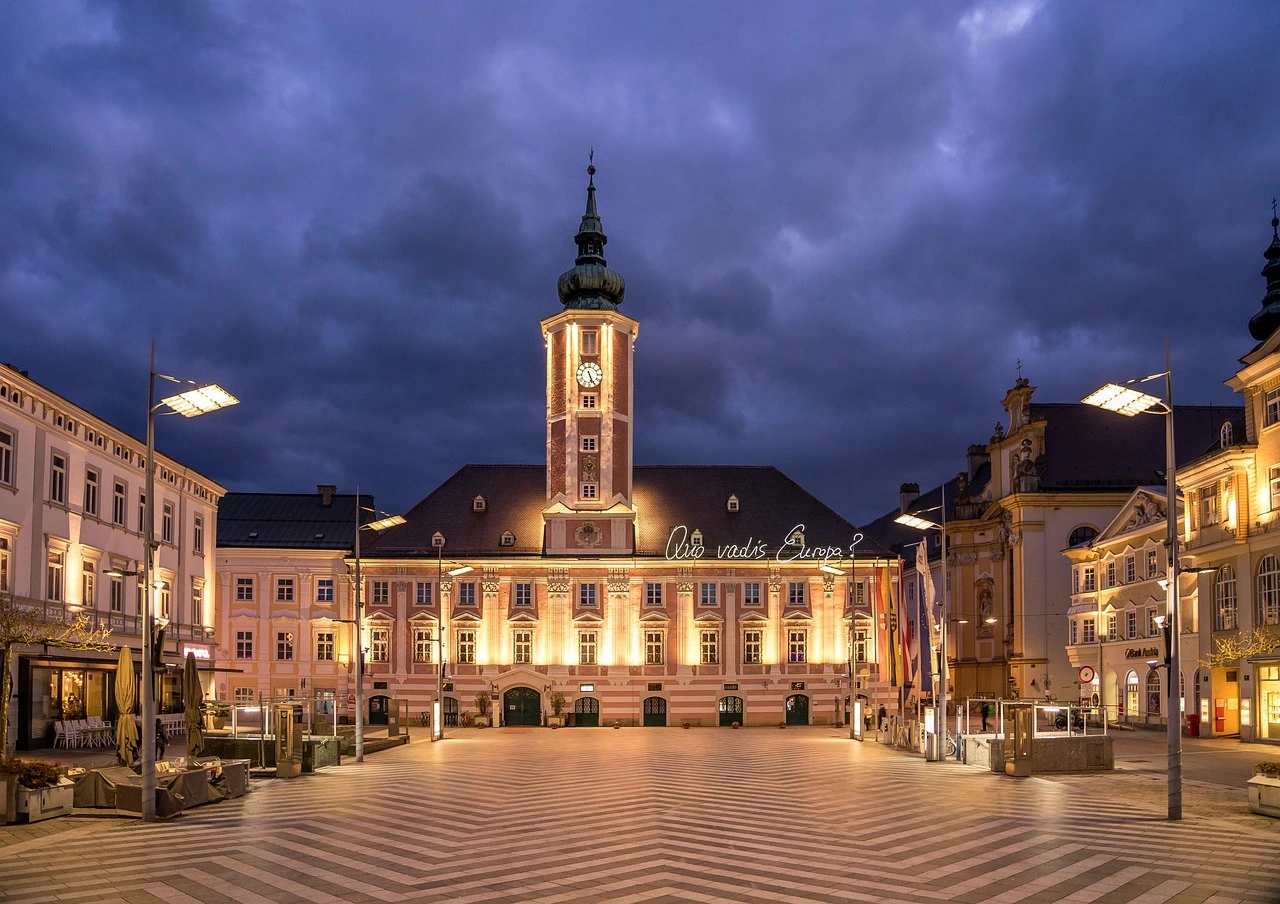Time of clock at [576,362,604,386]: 5:26
